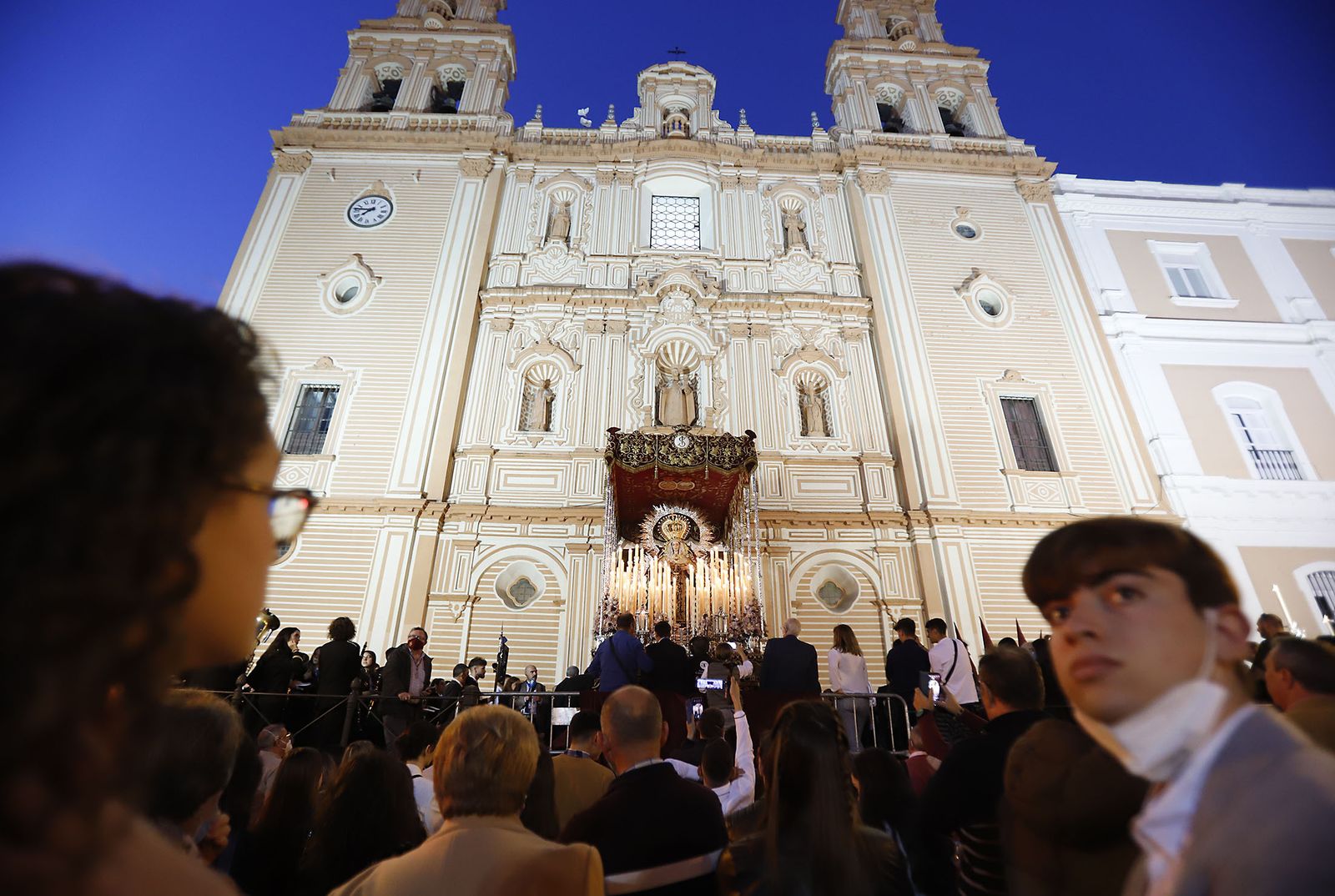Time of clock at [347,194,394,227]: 7:46
